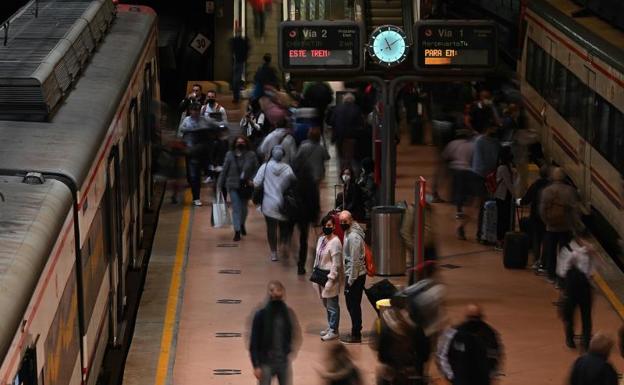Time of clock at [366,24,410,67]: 11:09
